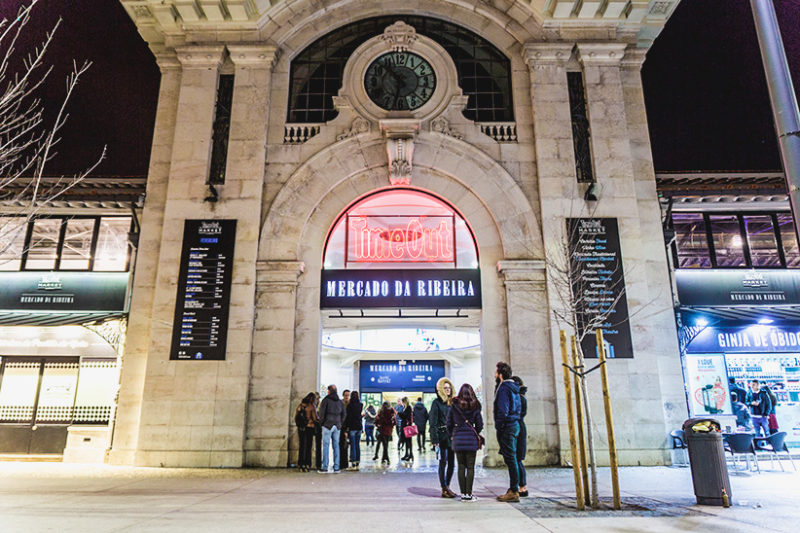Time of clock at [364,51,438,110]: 10:32
